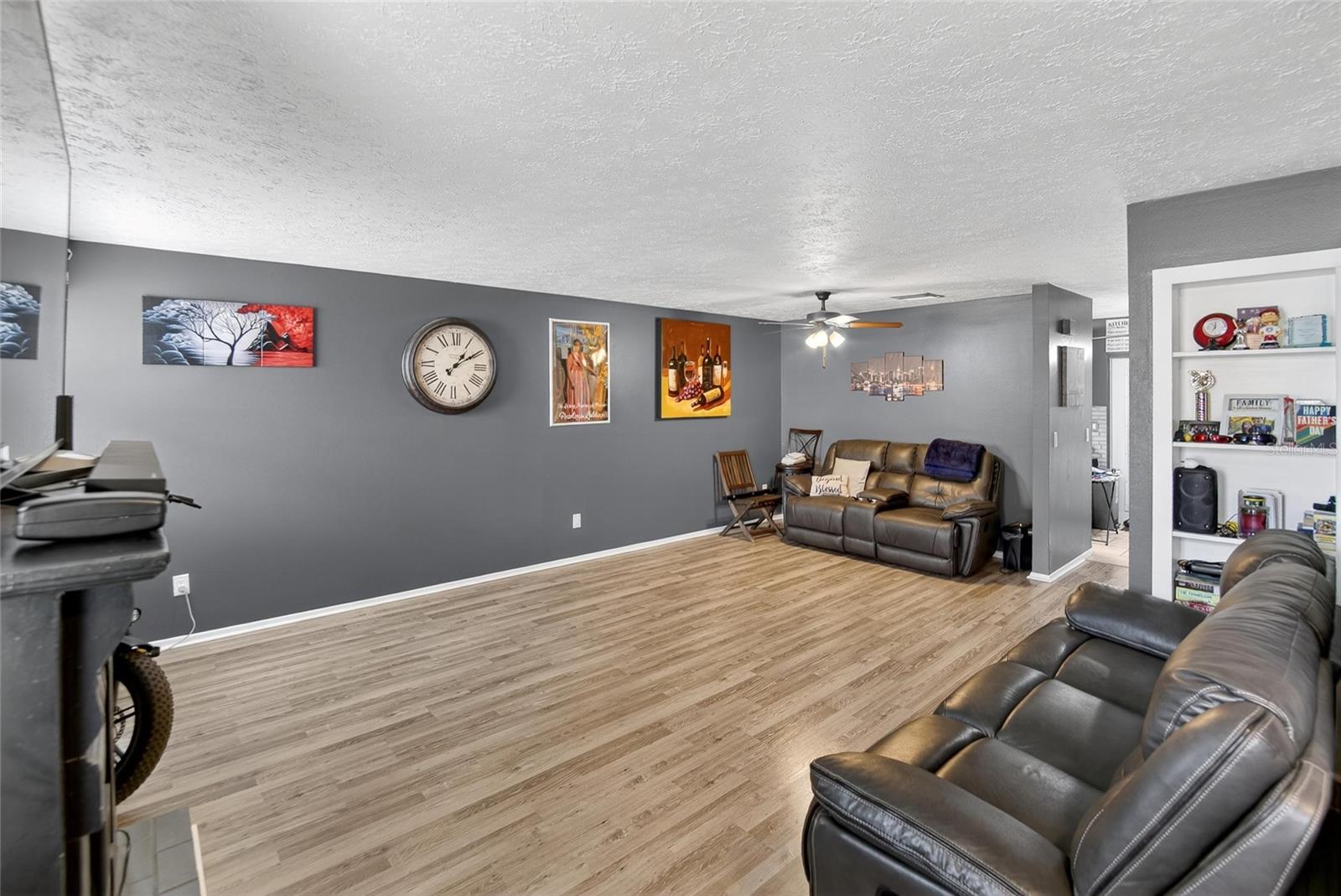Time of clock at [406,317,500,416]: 1:09
